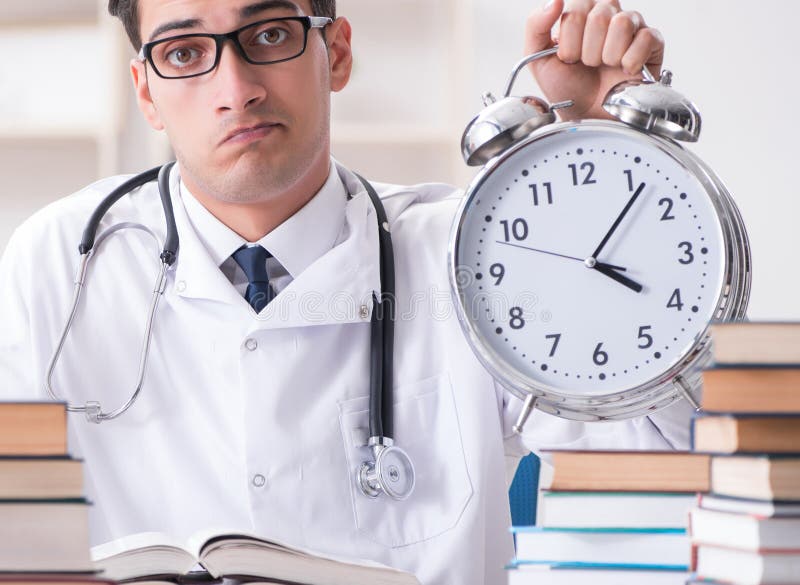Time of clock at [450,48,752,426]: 4:06
